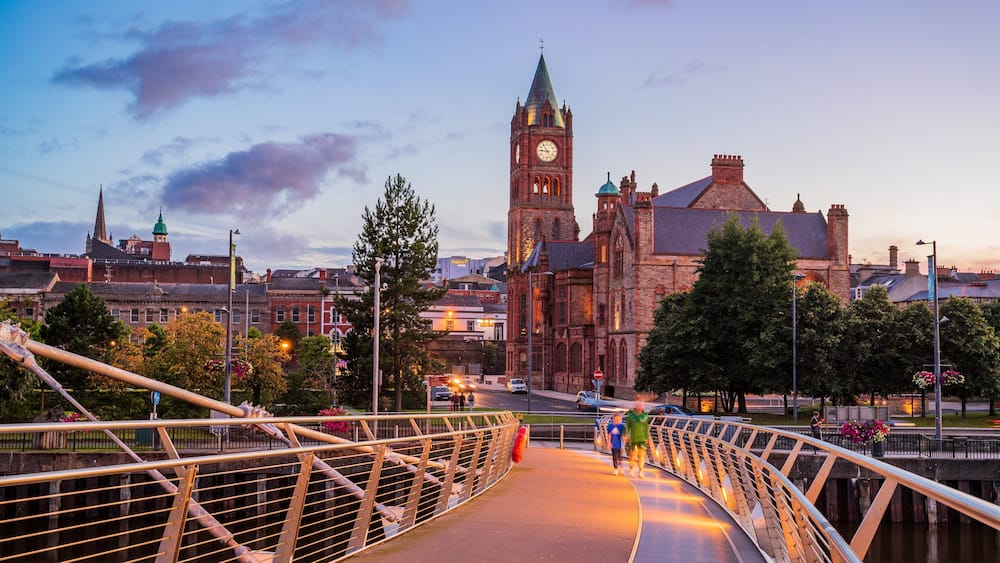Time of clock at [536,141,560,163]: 10:45
